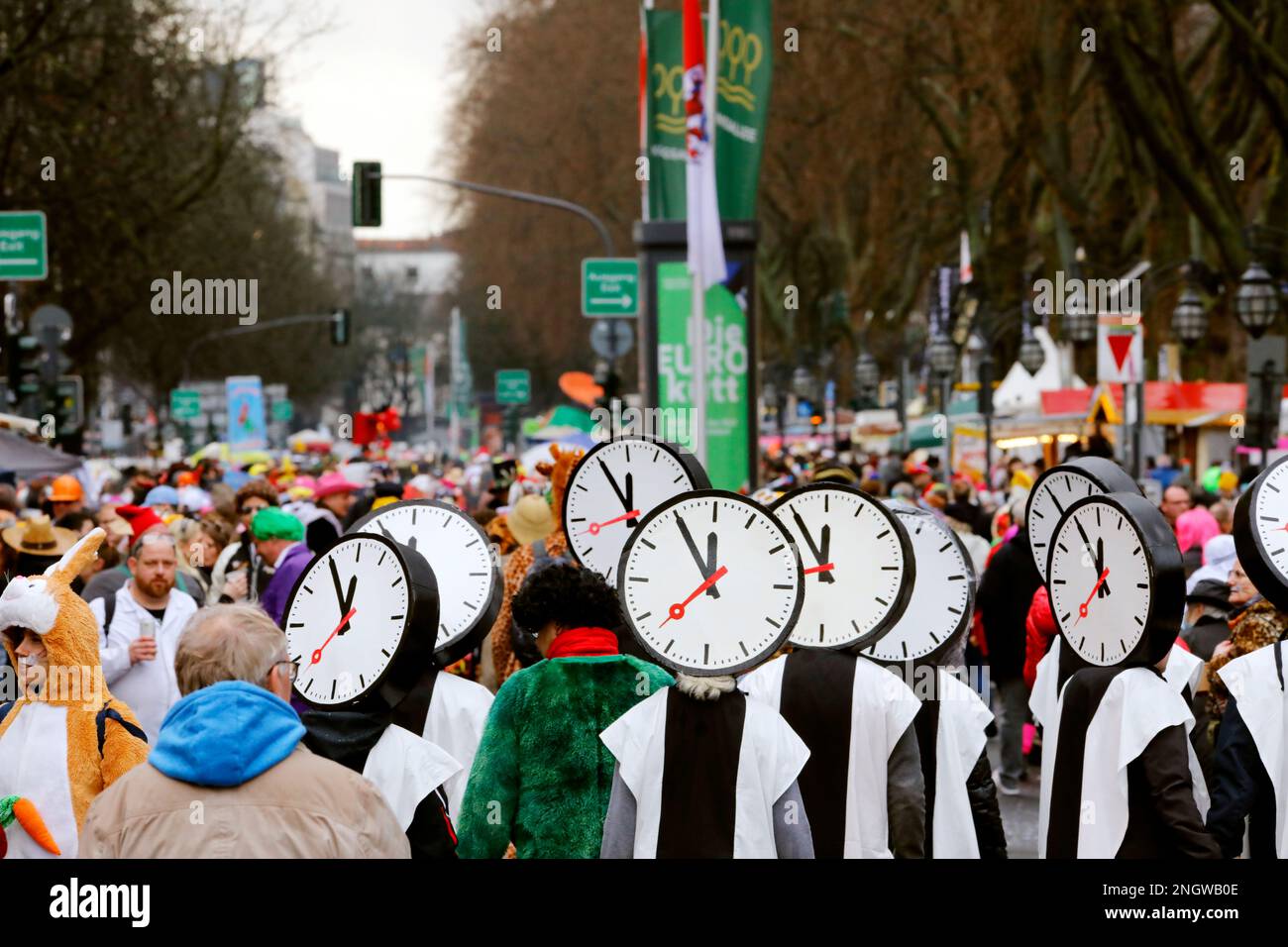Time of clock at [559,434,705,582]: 11:55
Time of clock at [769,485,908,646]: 11:54
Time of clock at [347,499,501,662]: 11:55
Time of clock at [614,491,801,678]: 11:55
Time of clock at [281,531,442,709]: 11:55
